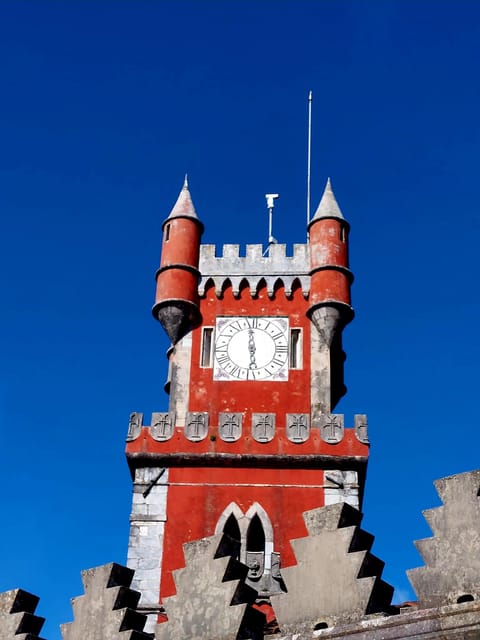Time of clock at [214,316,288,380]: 5:59
